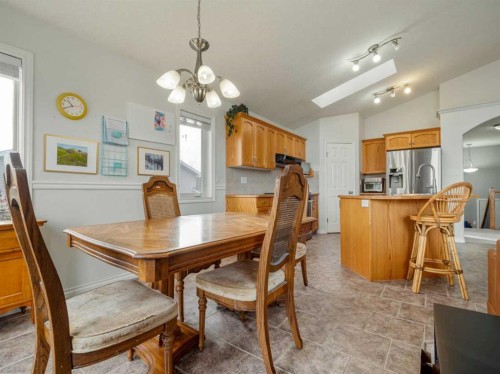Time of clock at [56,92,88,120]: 10:40
